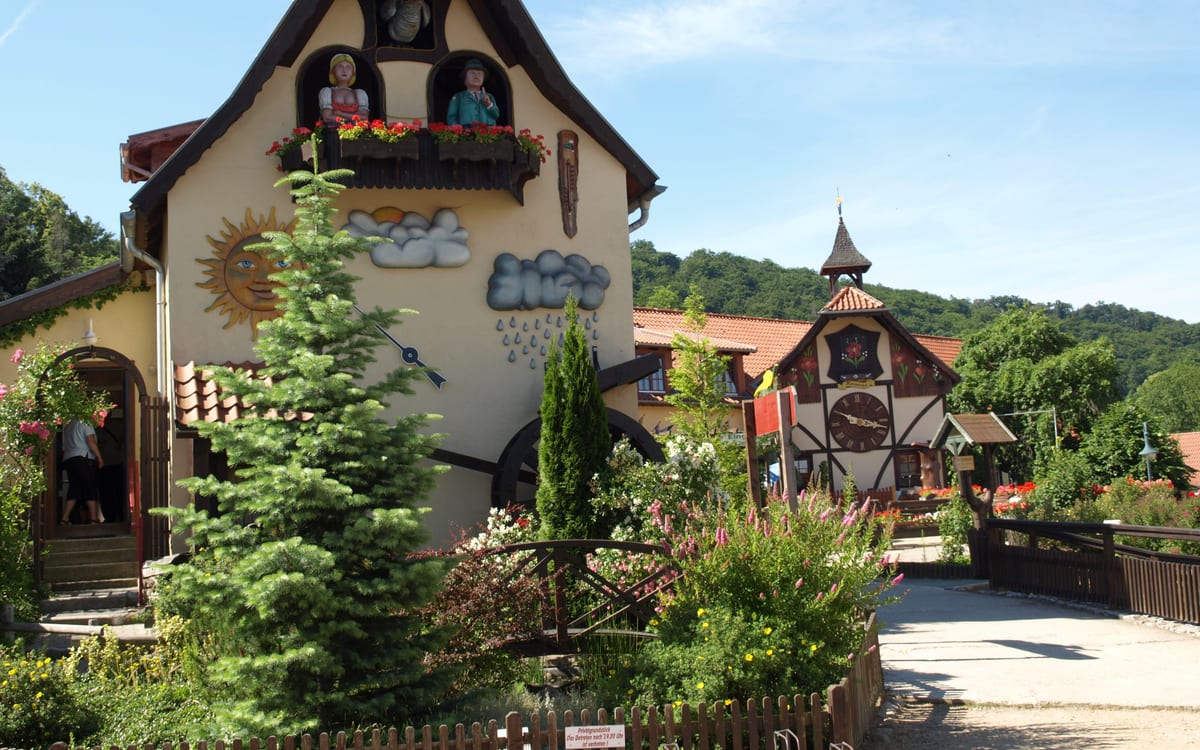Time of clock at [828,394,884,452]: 3:49
